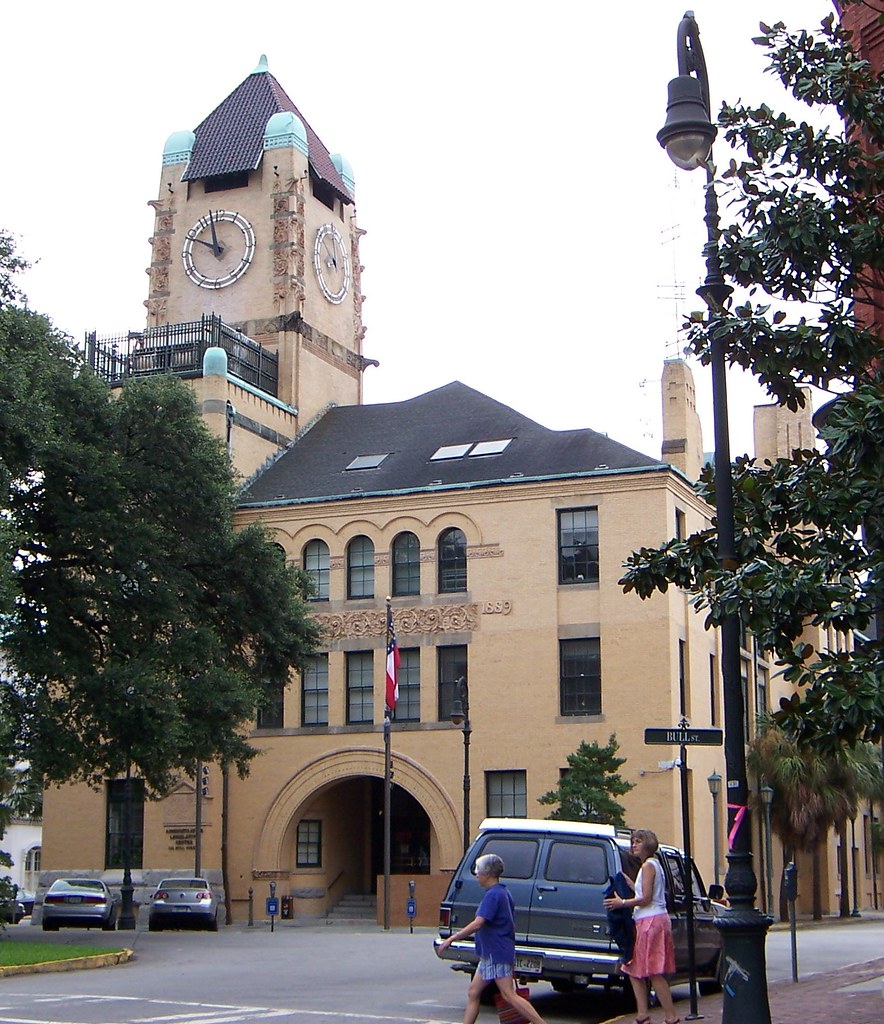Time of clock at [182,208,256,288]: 9:57
